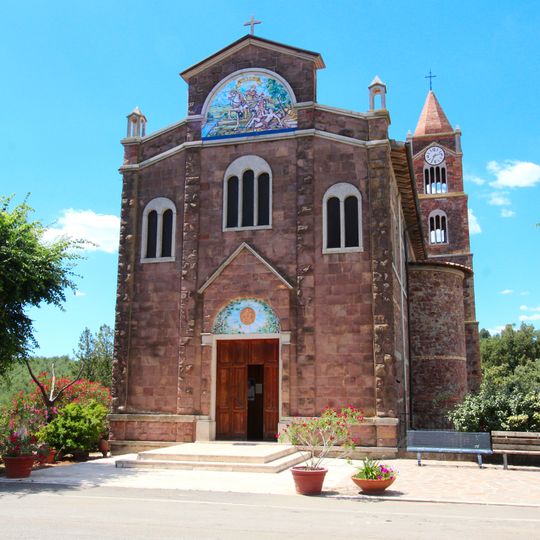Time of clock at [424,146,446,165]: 2:34
